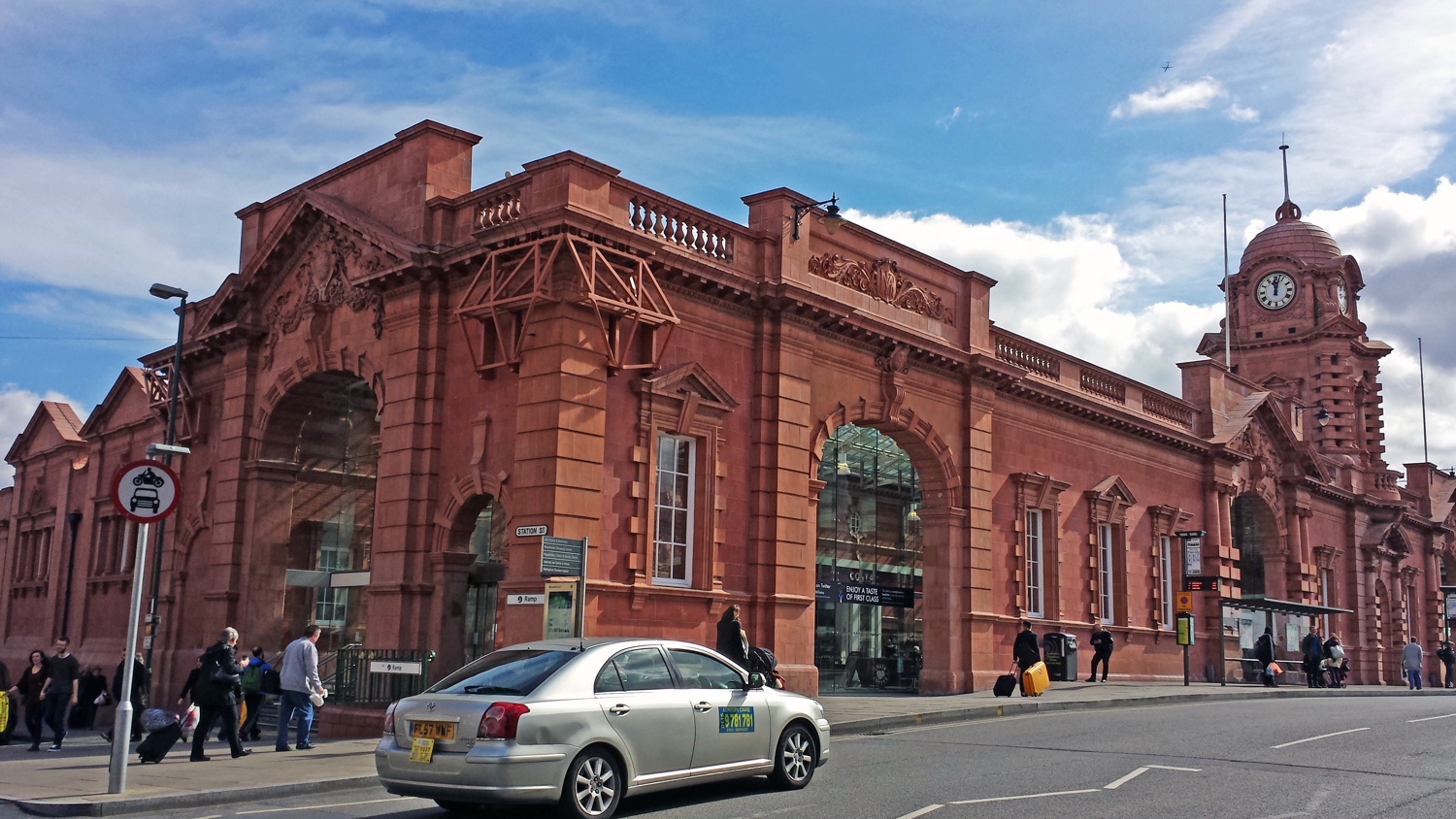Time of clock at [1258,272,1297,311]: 12:02
